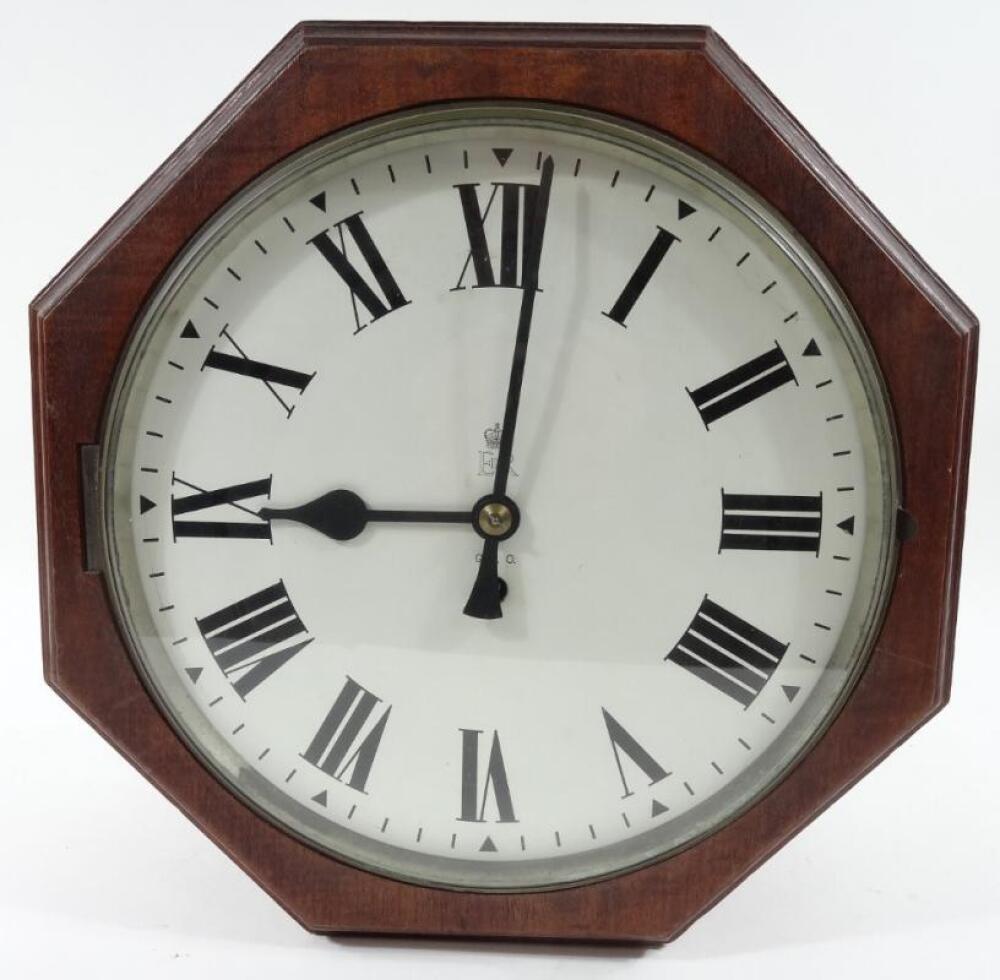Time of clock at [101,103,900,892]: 9:01
